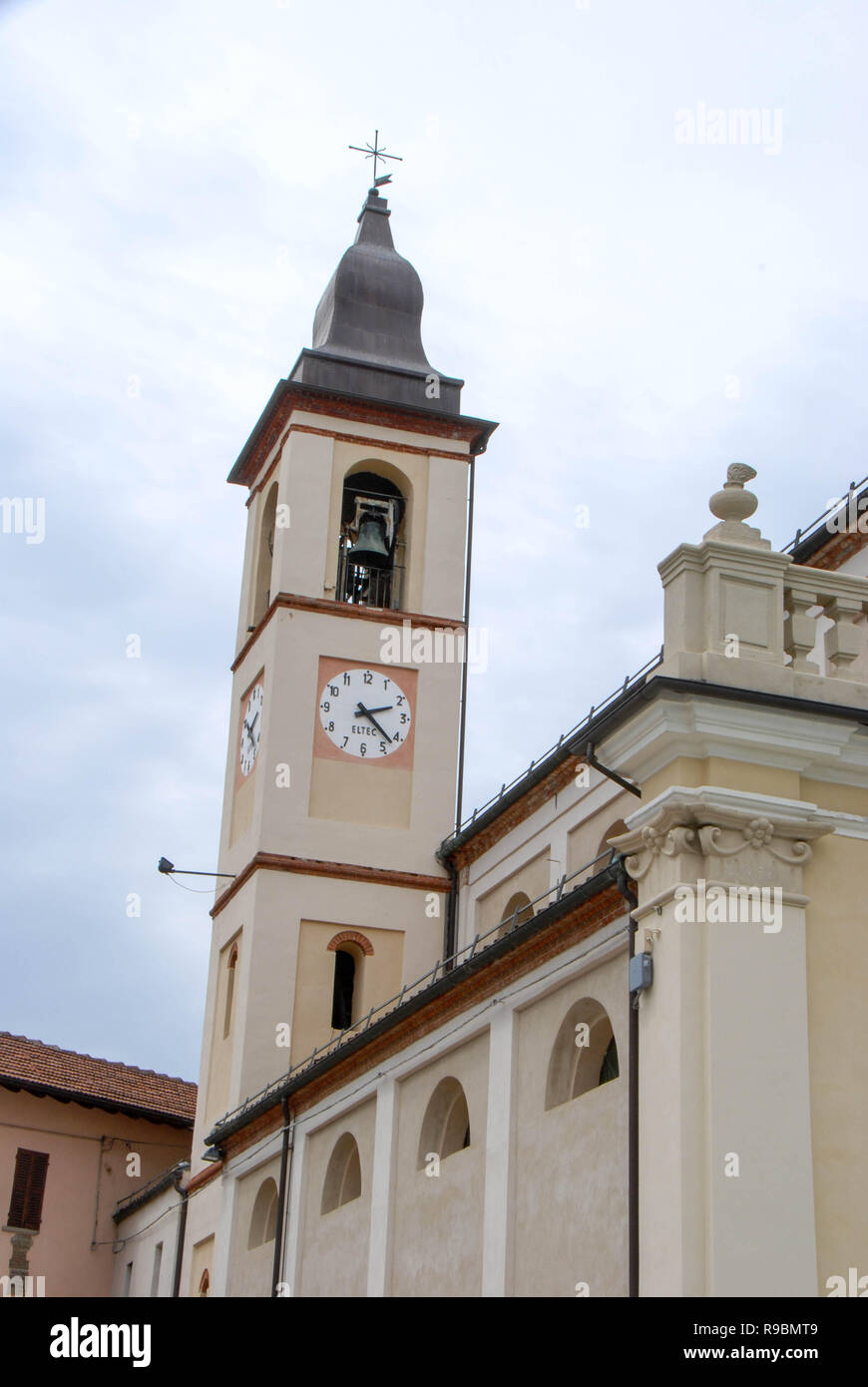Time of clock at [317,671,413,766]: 2:22
